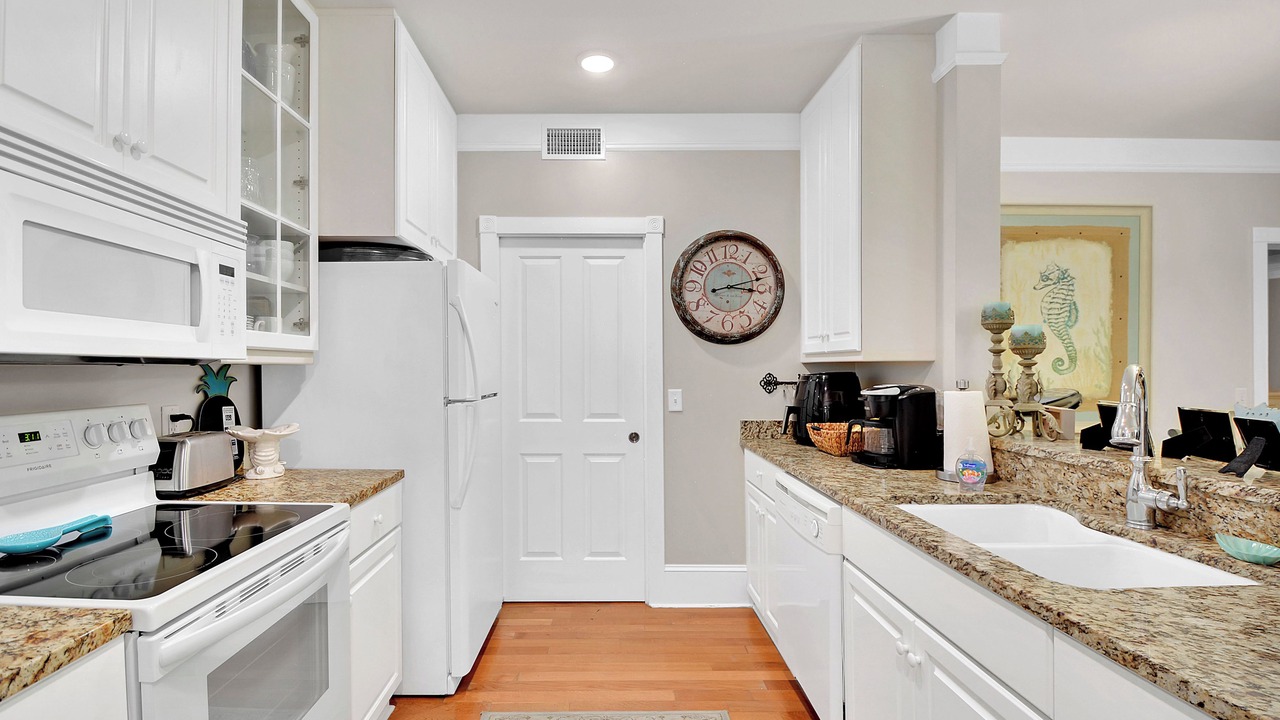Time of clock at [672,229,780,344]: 3:12
